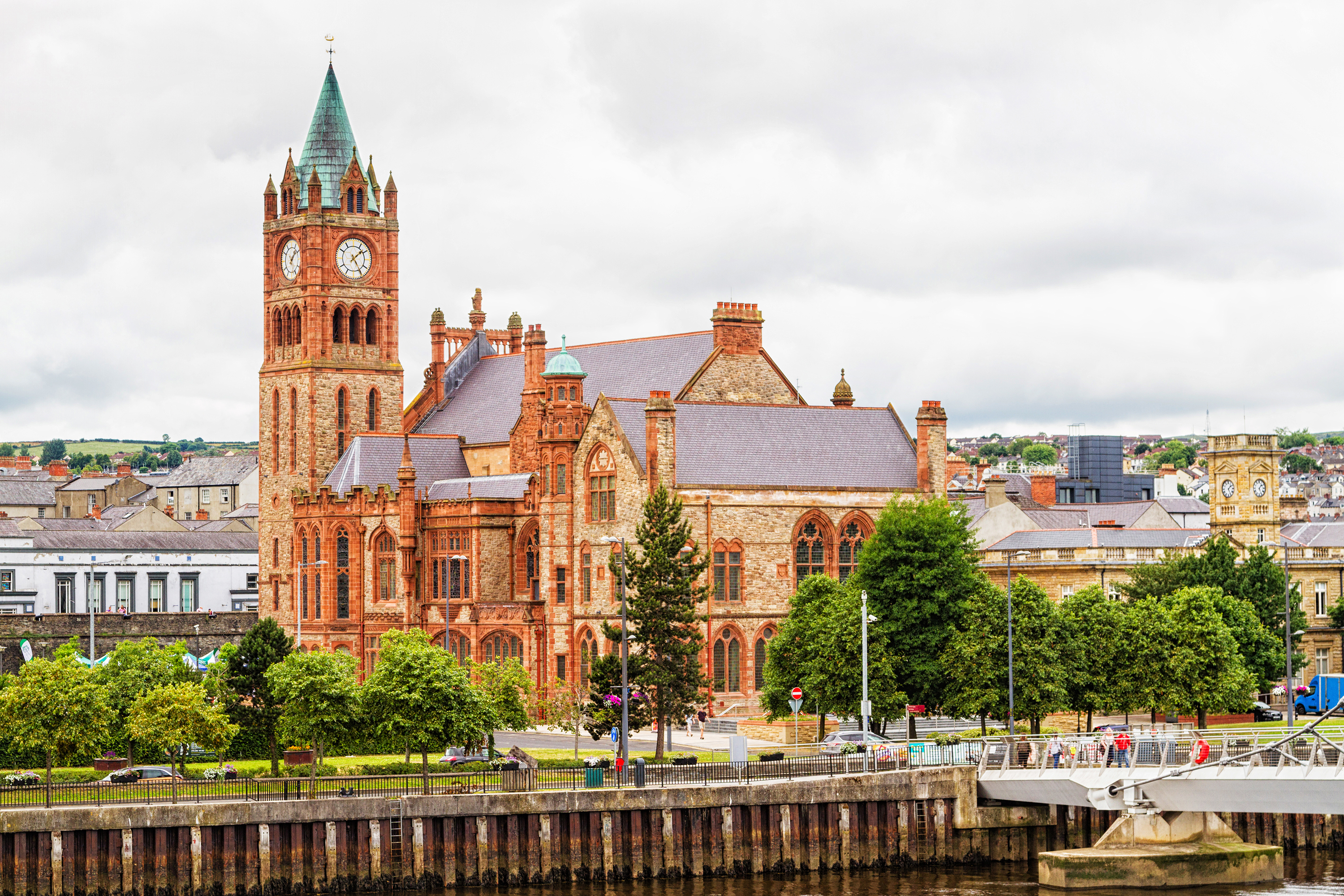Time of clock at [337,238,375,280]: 1:24
